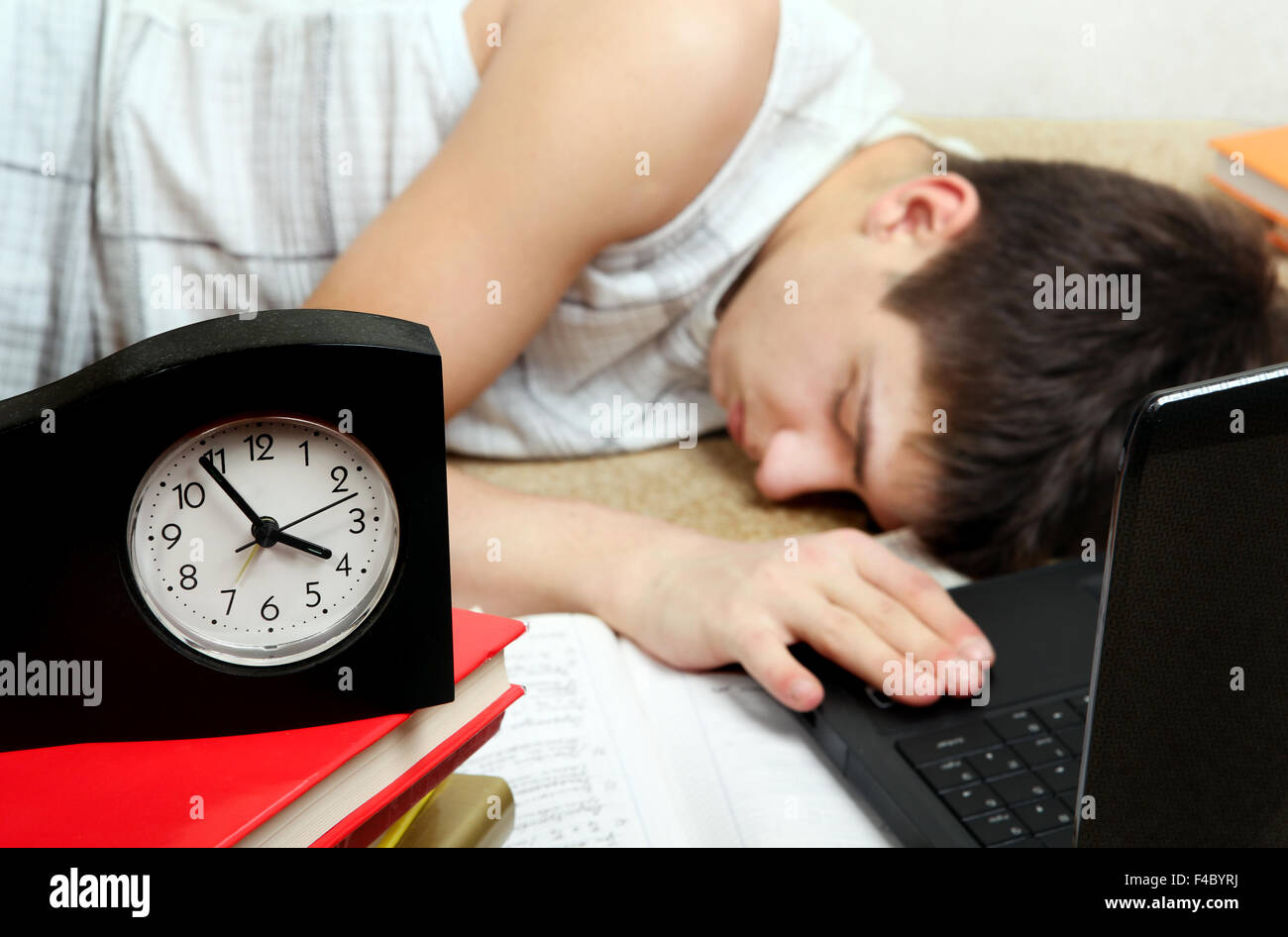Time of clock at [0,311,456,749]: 3:54
